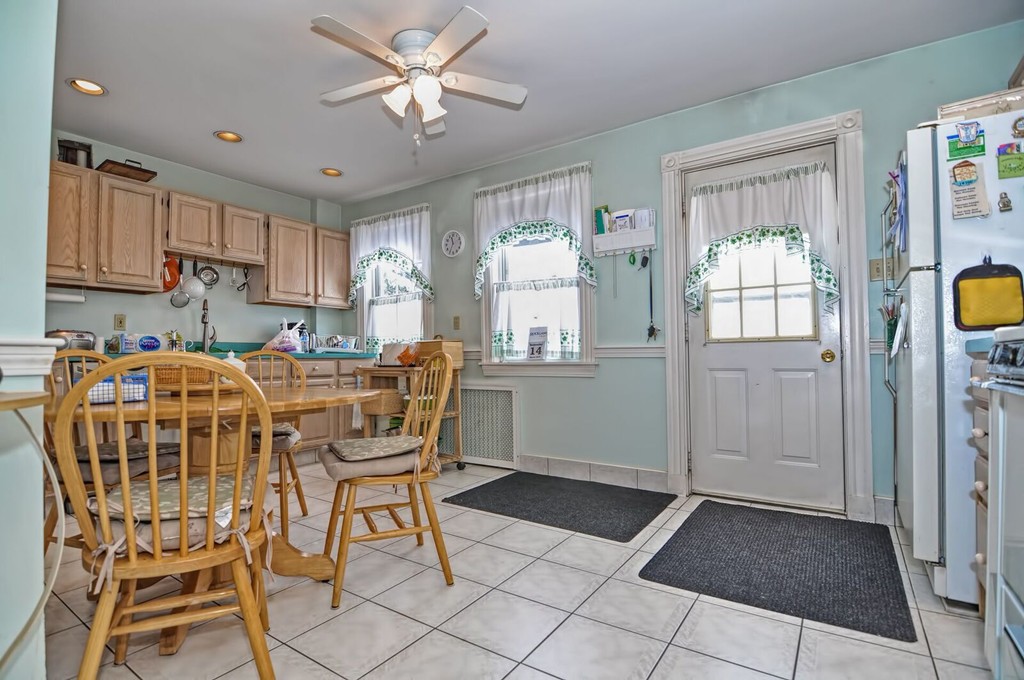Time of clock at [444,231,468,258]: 11:35
